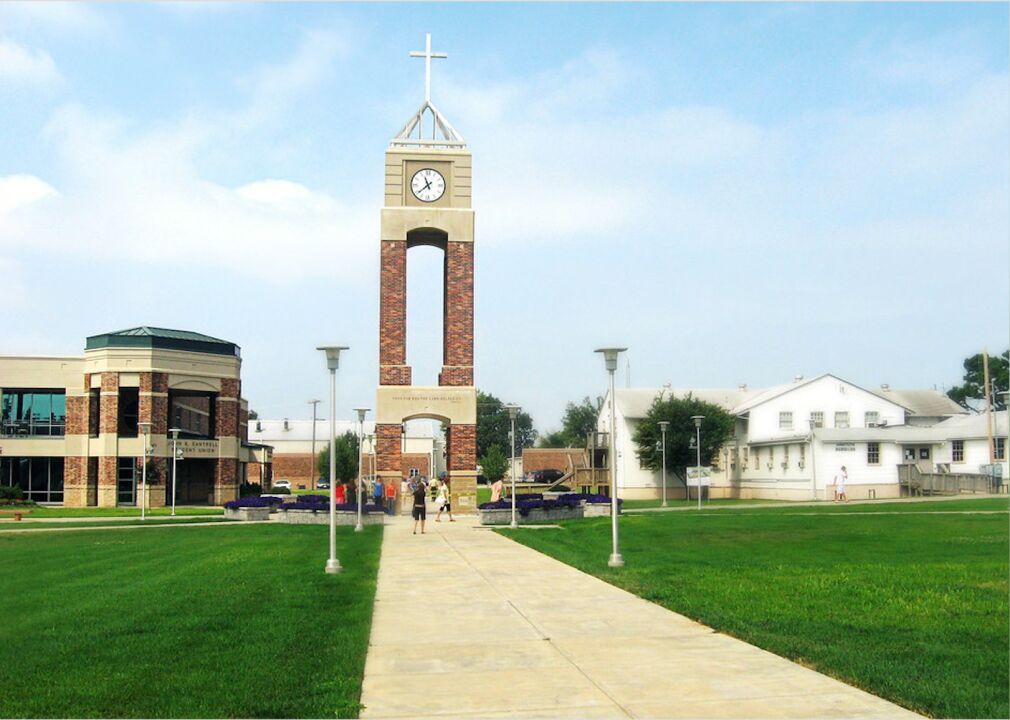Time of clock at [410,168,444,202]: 11:38
